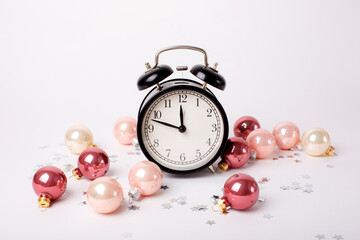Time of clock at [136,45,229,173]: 11:47
